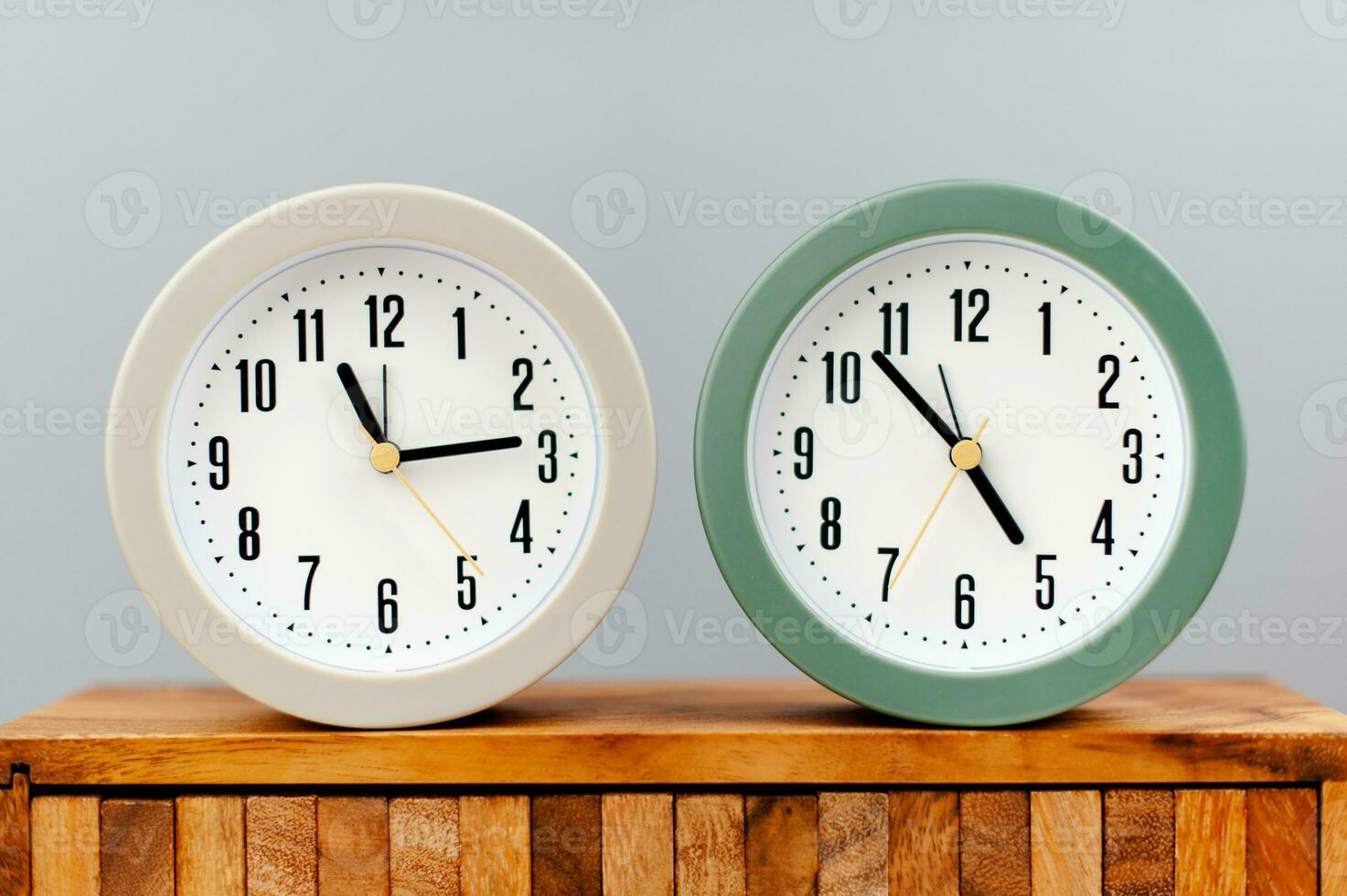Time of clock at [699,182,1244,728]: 4:52
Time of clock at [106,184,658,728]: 11:13
